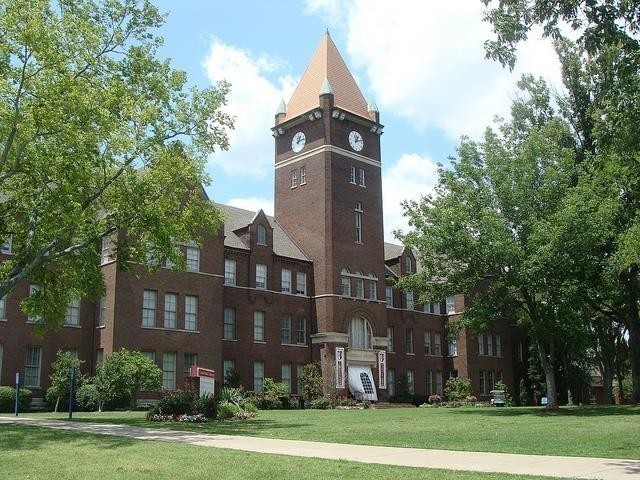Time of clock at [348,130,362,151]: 1:12
